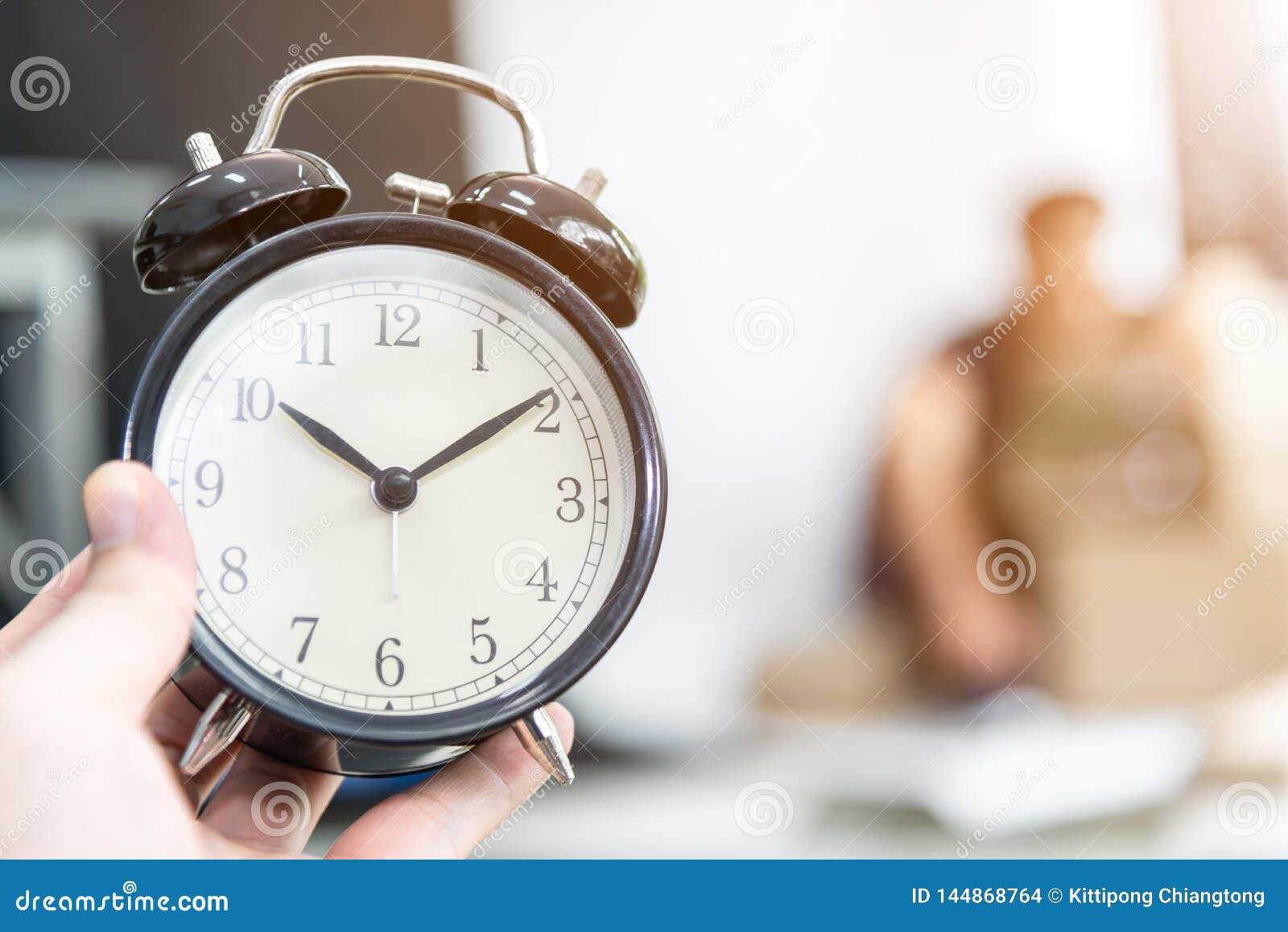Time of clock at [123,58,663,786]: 10:09
